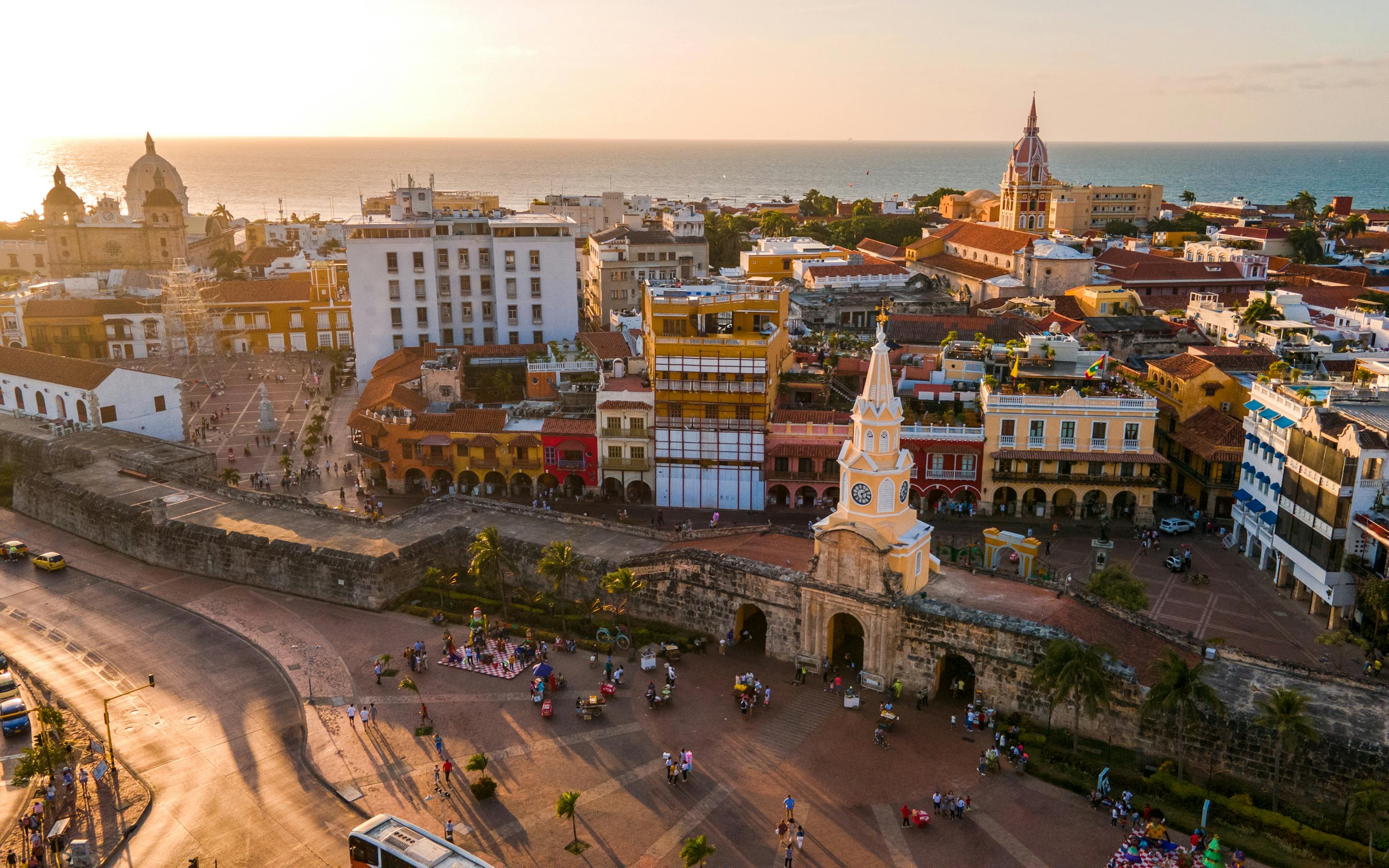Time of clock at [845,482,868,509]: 5:09
